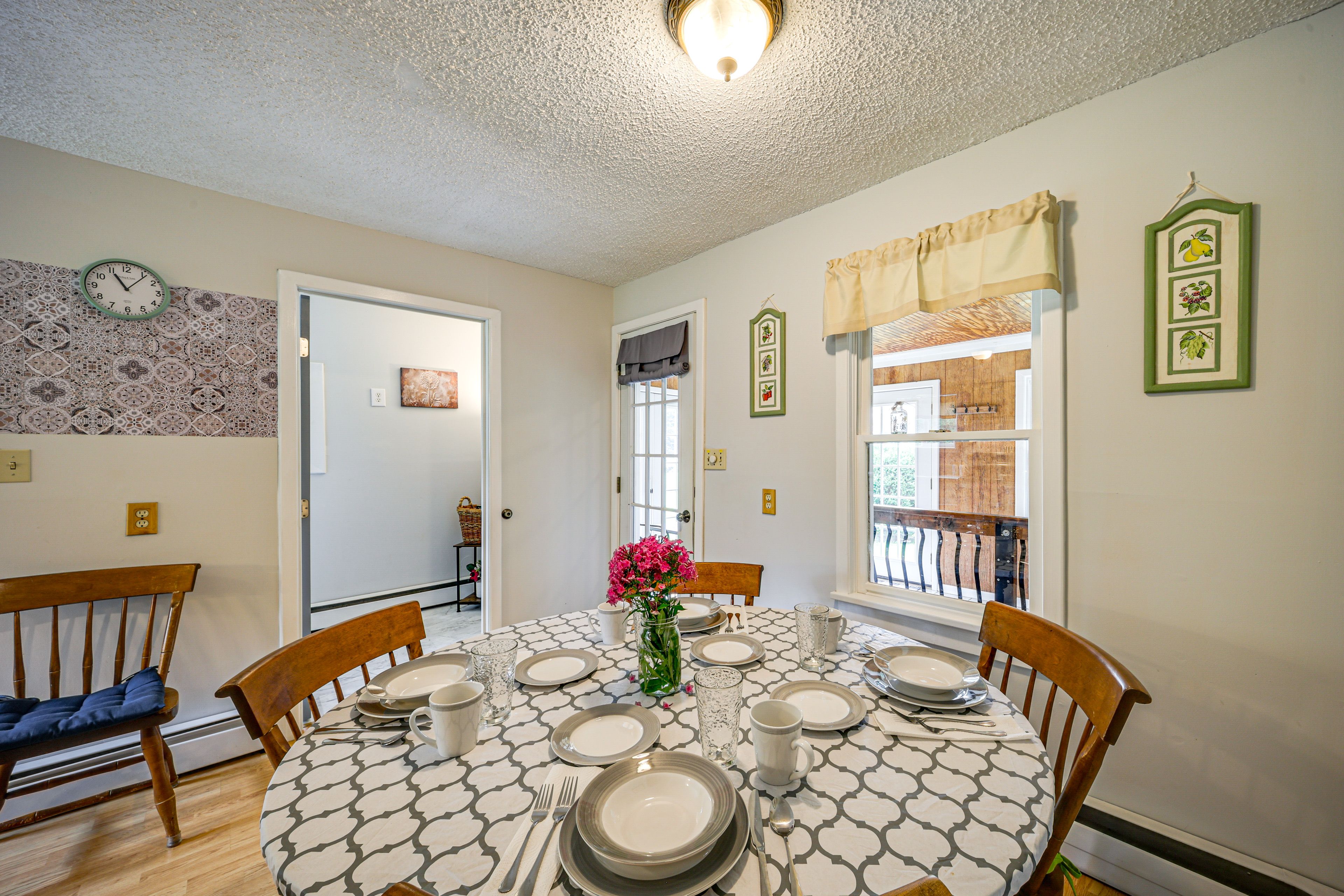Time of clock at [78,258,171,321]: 11:06
